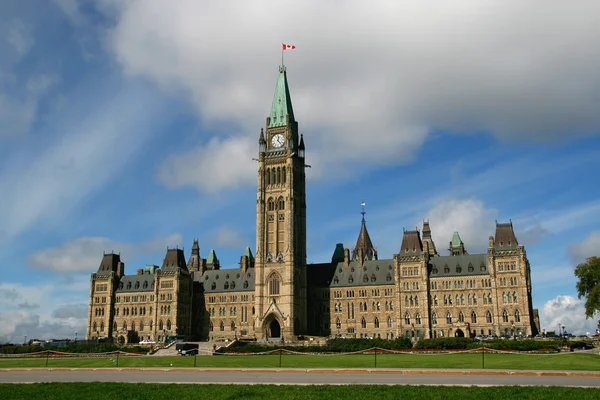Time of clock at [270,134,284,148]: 12:23
